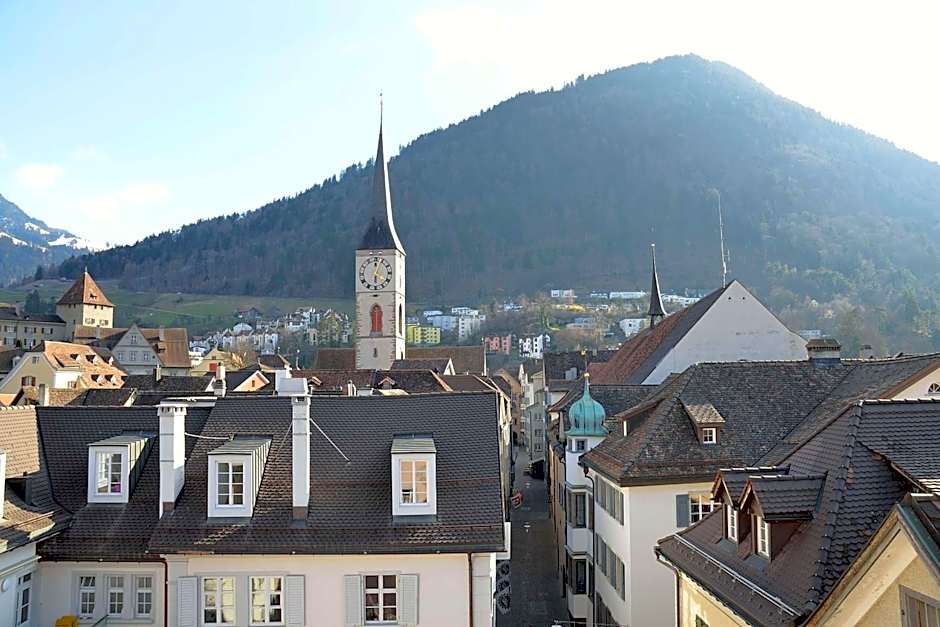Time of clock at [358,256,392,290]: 6:03
